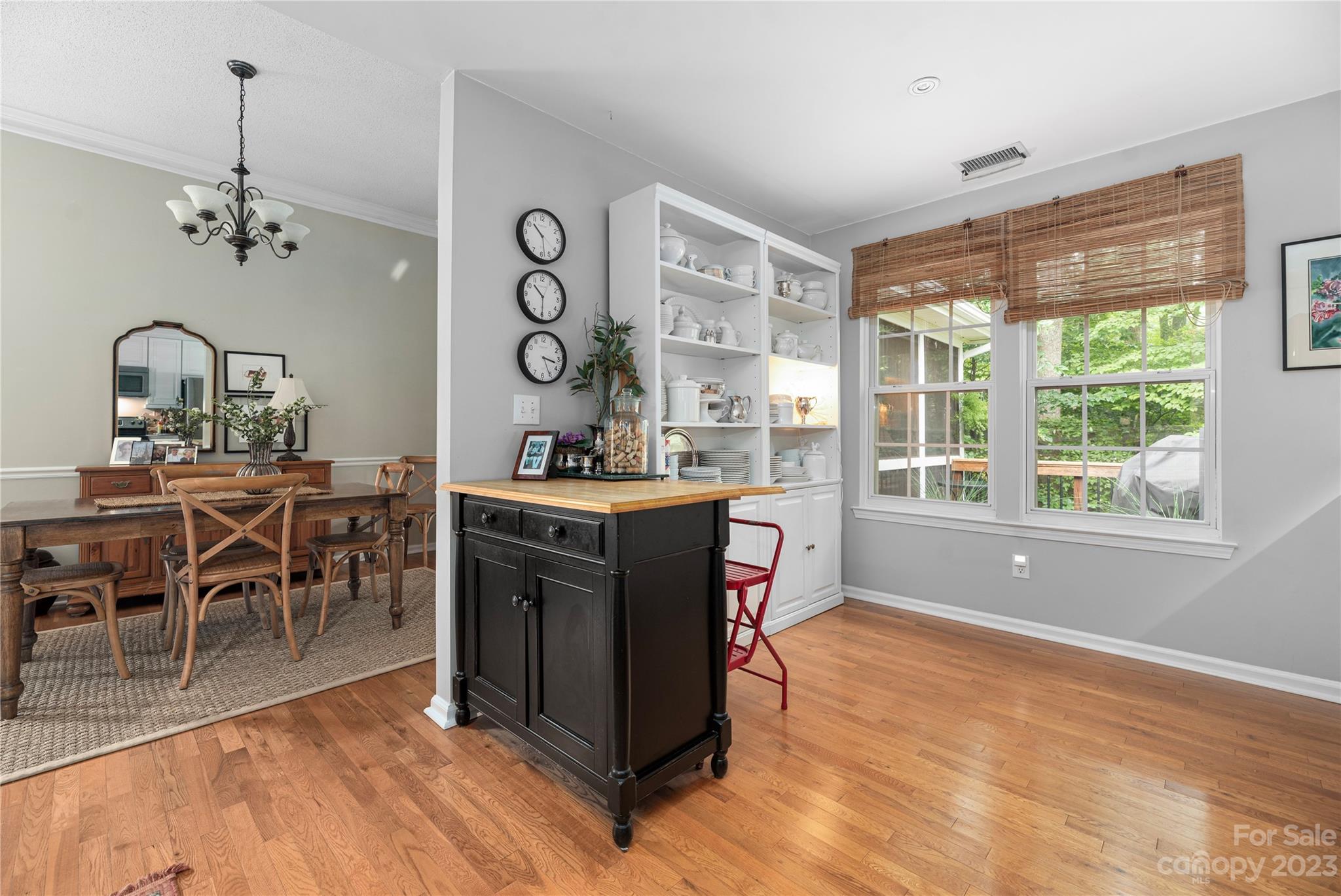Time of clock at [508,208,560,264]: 10:28
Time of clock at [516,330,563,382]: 3:25
